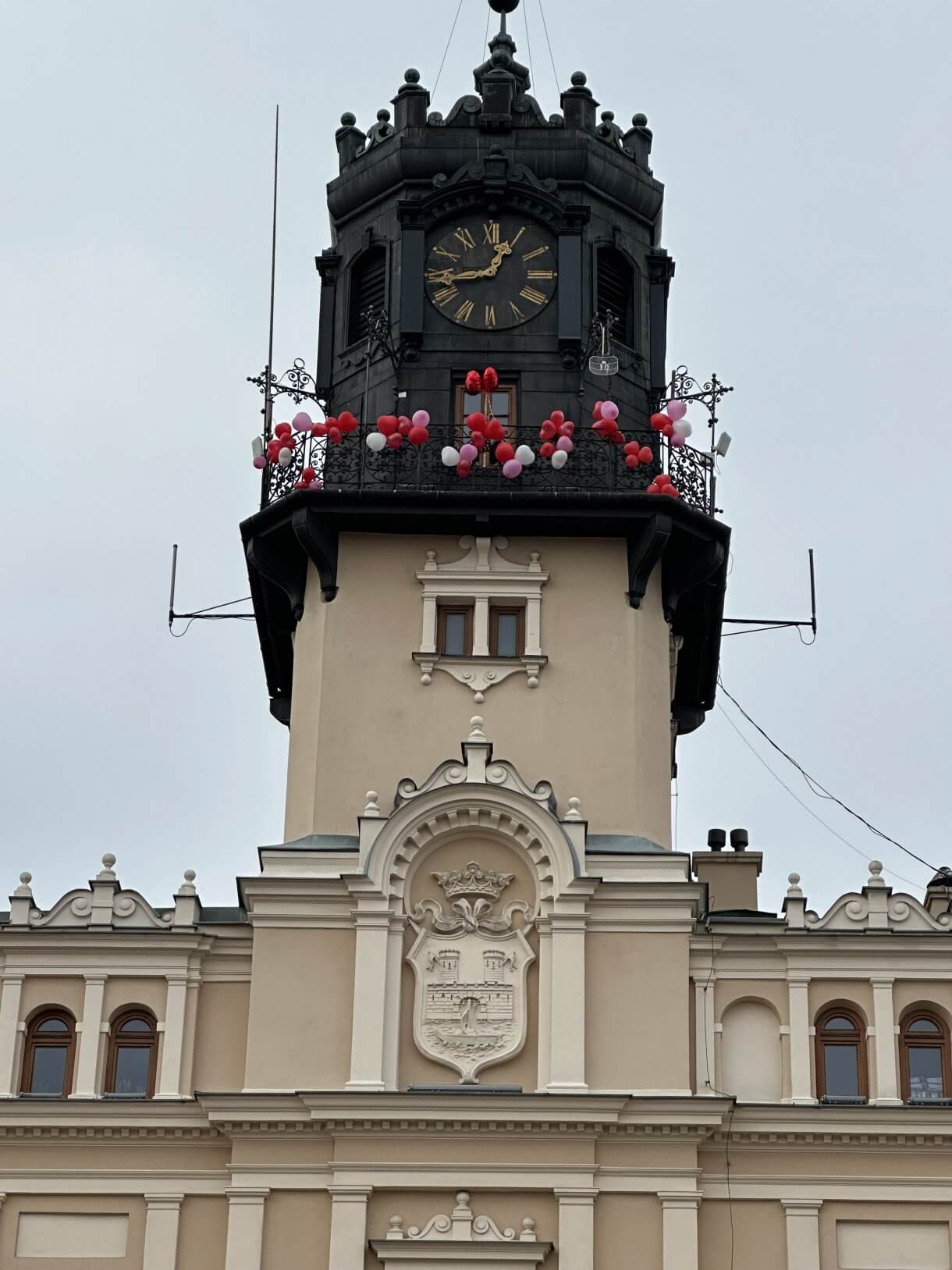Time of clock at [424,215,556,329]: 12:43
